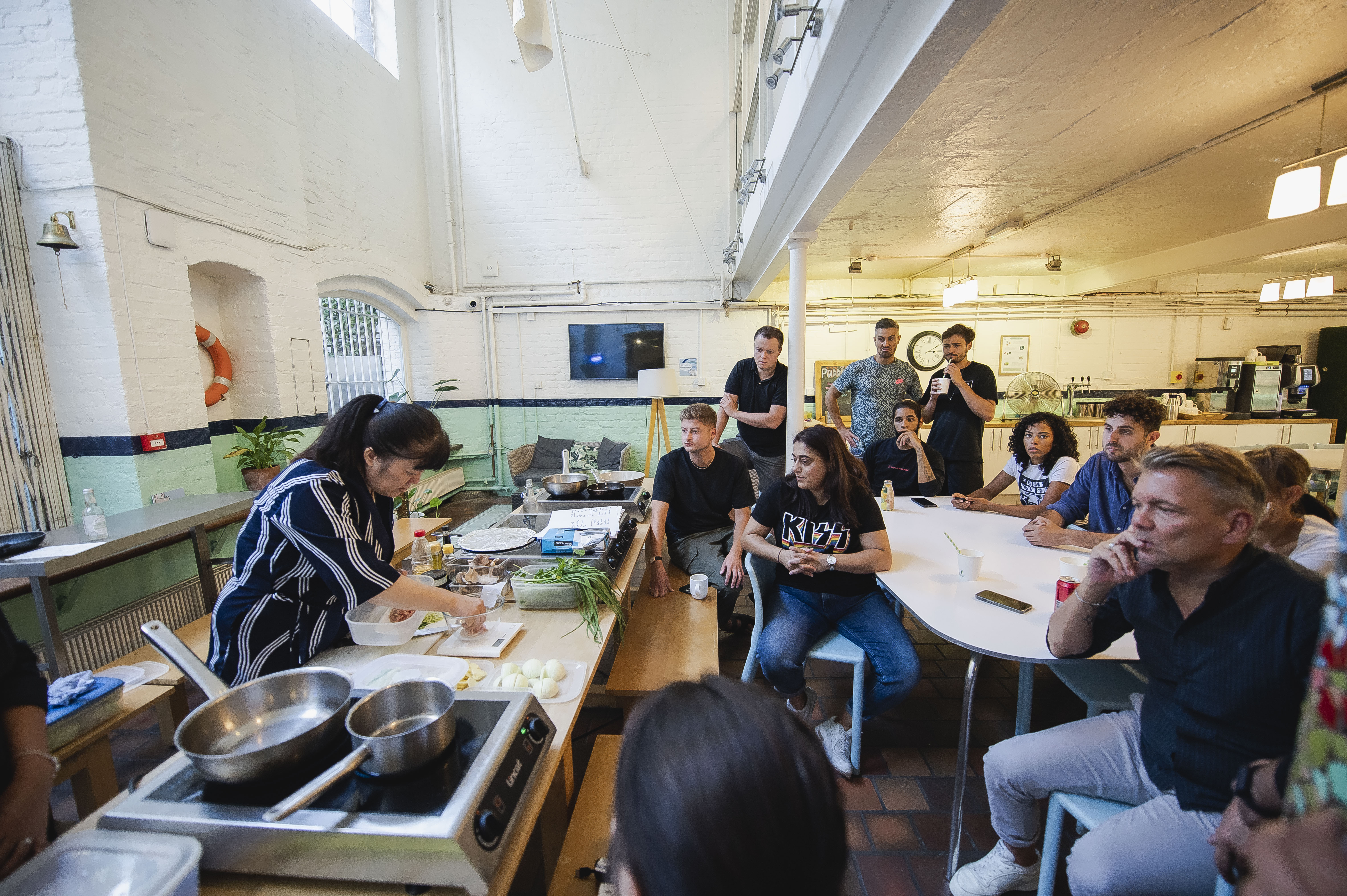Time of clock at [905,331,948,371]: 3:10
